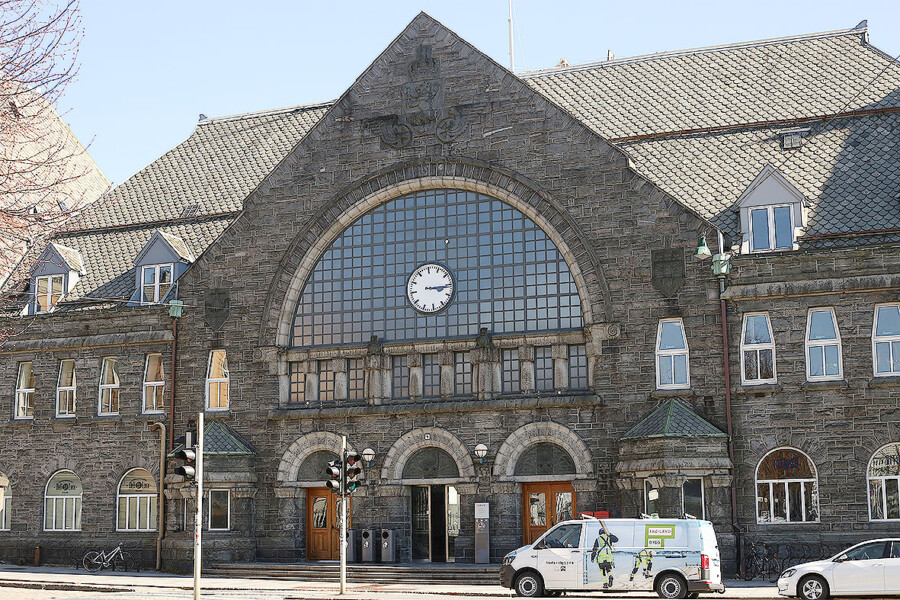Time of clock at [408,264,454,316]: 3:15
